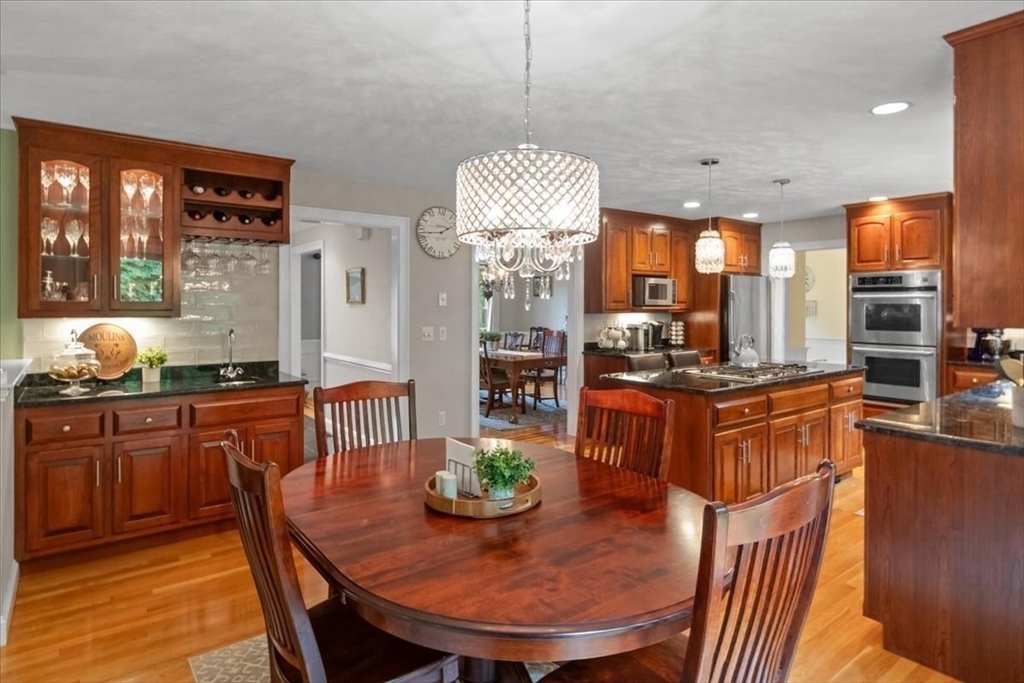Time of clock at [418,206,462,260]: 1:43
